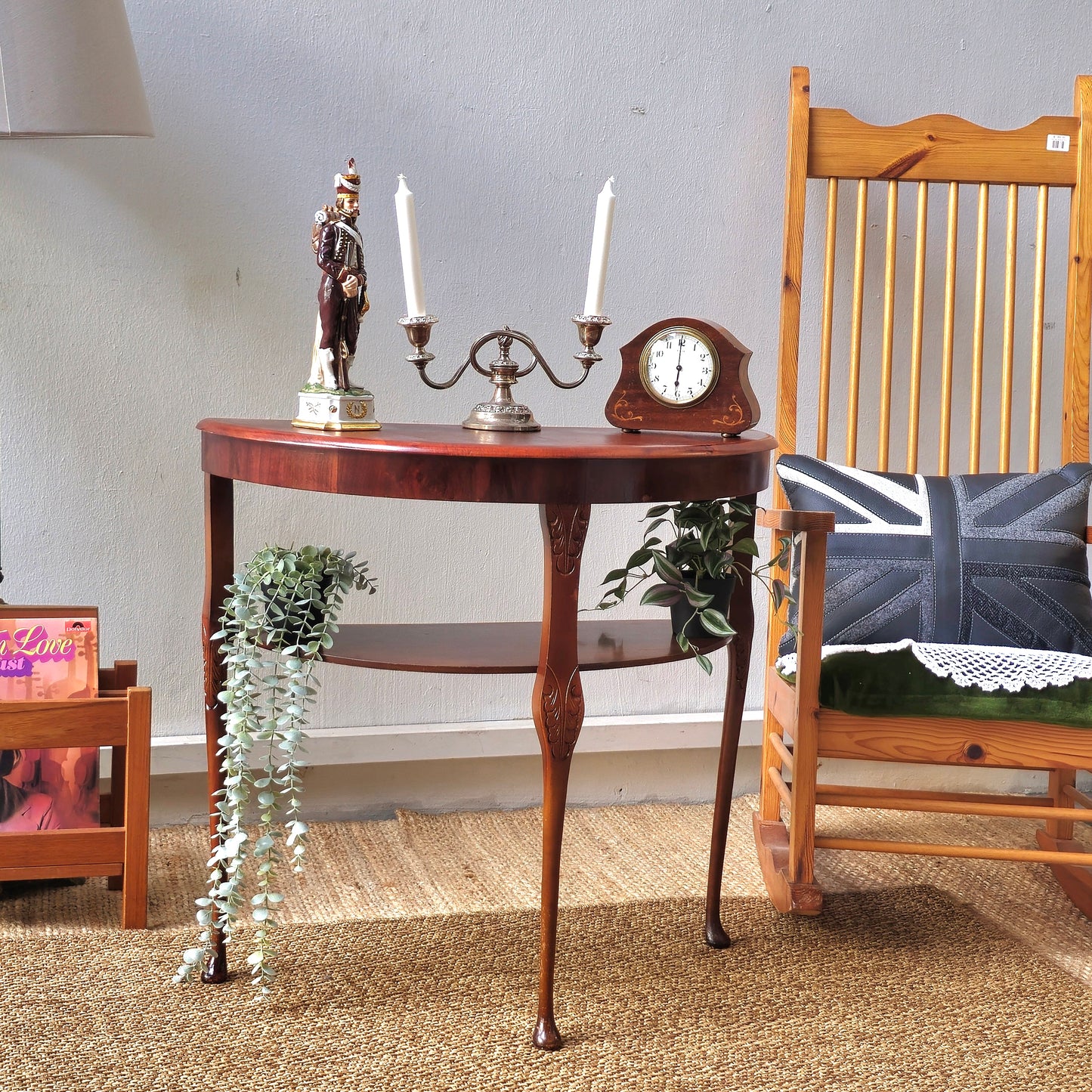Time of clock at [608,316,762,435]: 6:00
